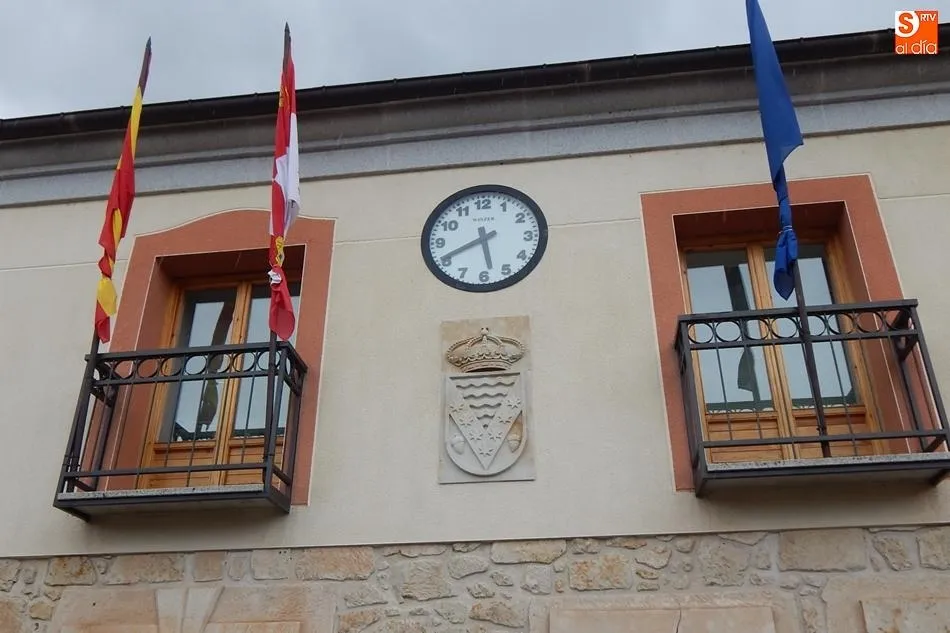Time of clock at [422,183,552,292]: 5:40
